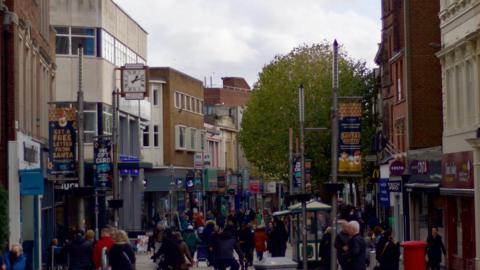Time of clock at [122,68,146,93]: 1:12
